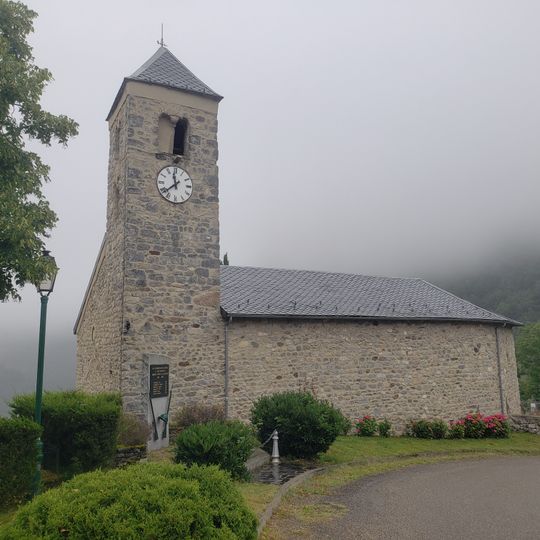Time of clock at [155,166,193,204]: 11:38
